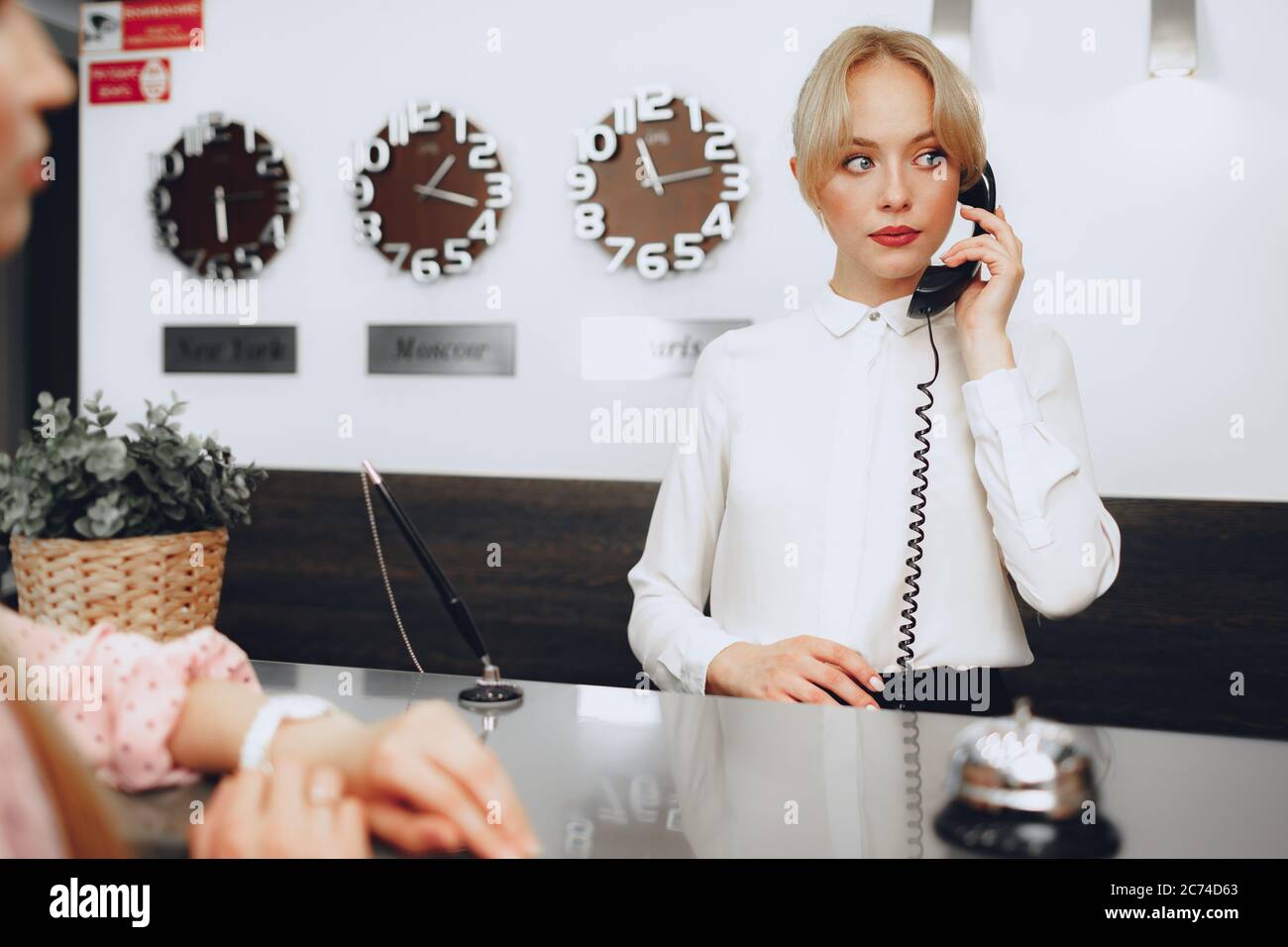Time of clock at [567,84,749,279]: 11:13
